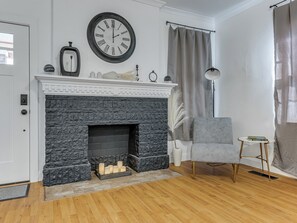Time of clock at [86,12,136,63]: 2:00
